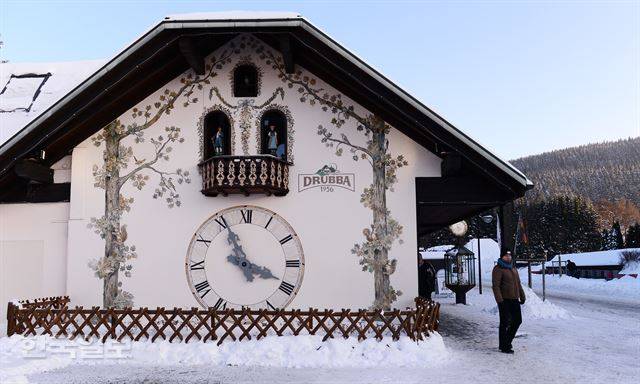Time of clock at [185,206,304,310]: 3:55
